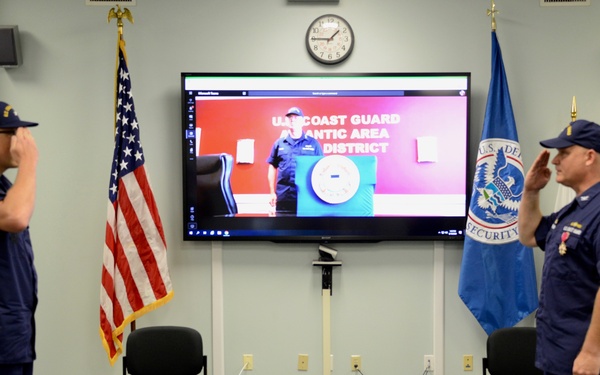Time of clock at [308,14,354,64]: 1:45
